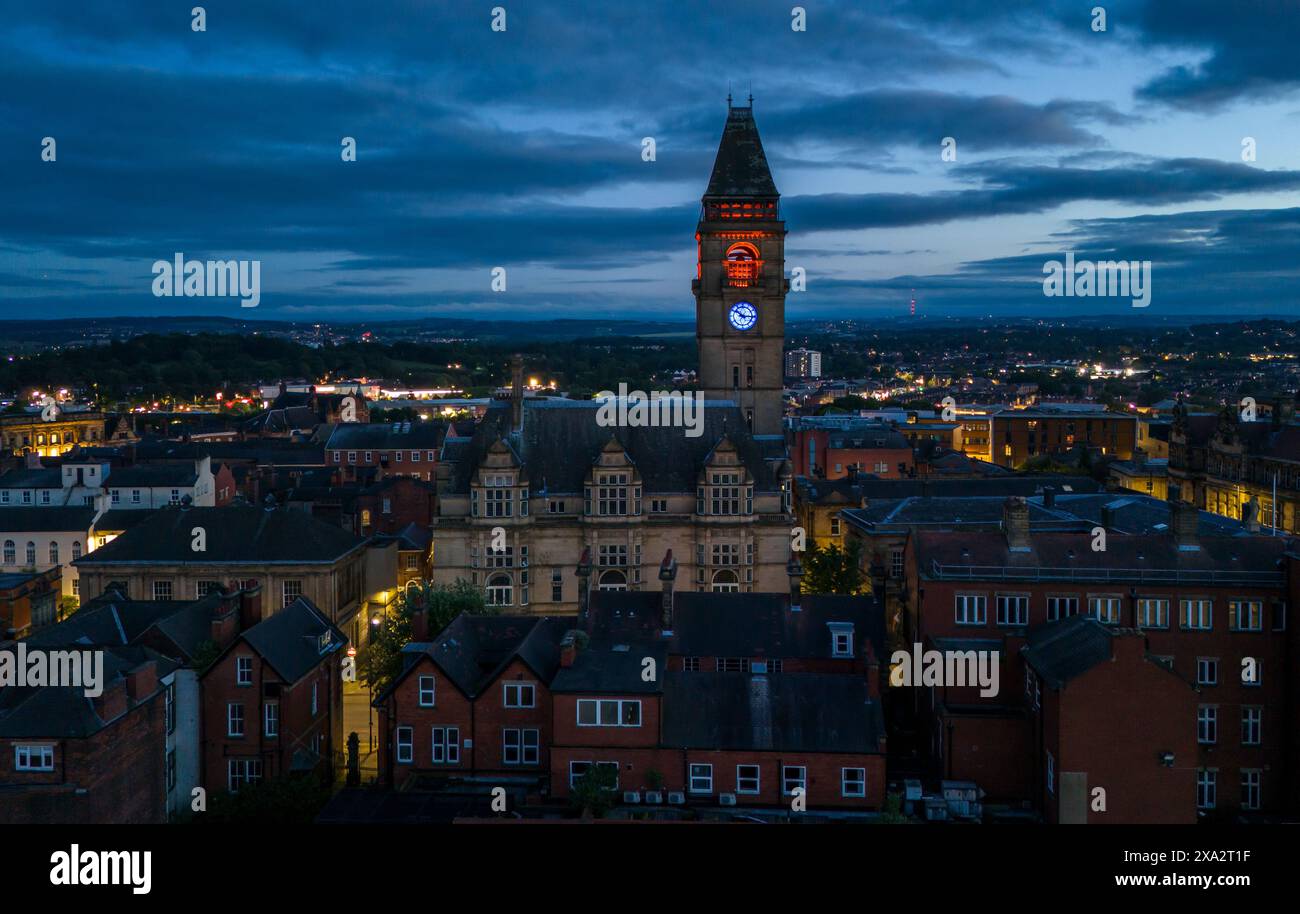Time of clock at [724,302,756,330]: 10:15
